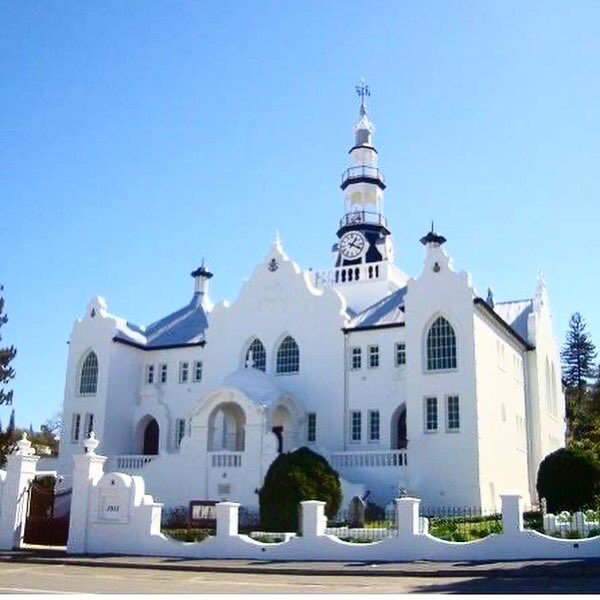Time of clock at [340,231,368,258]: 1:18
